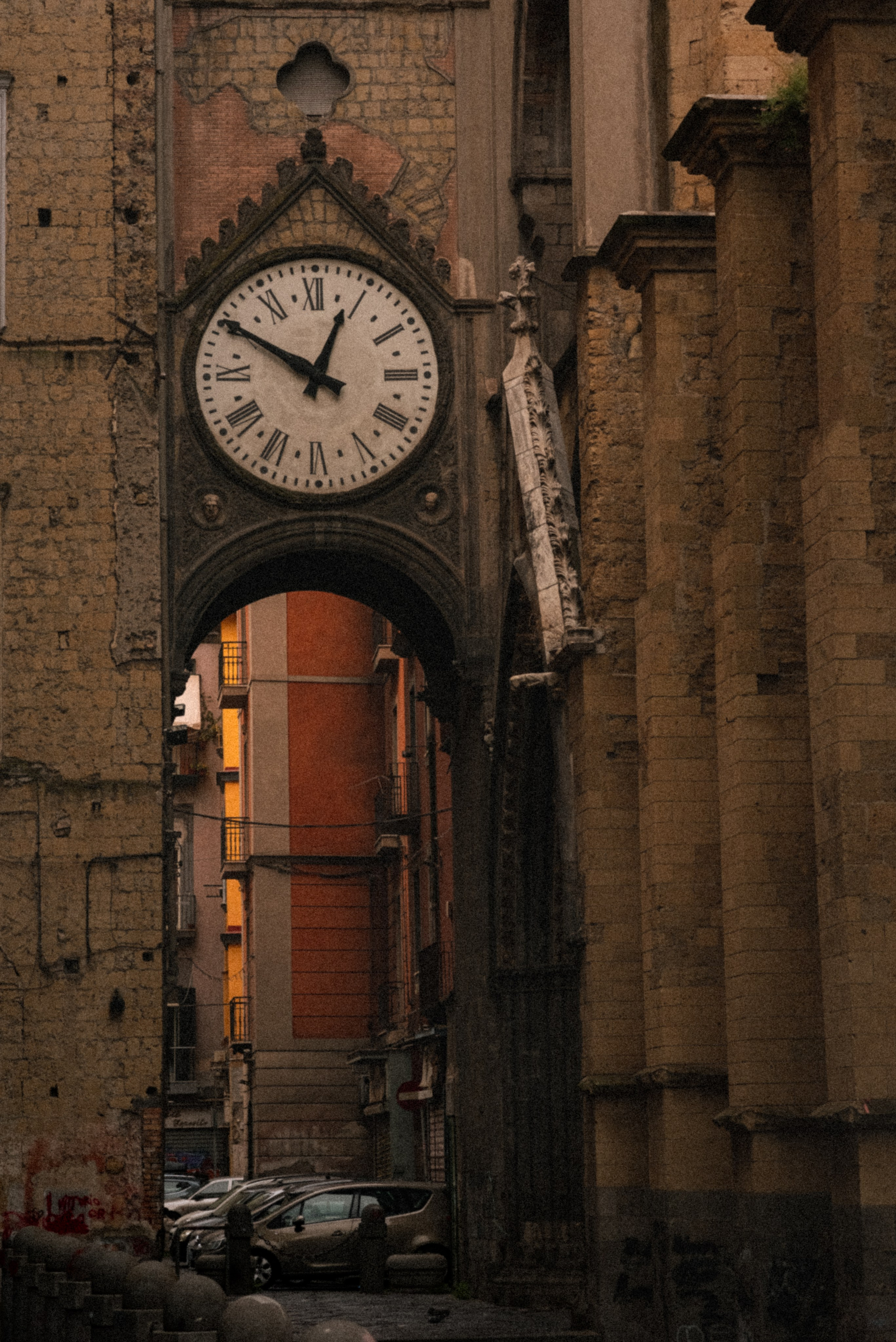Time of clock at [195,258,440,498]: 12:50
